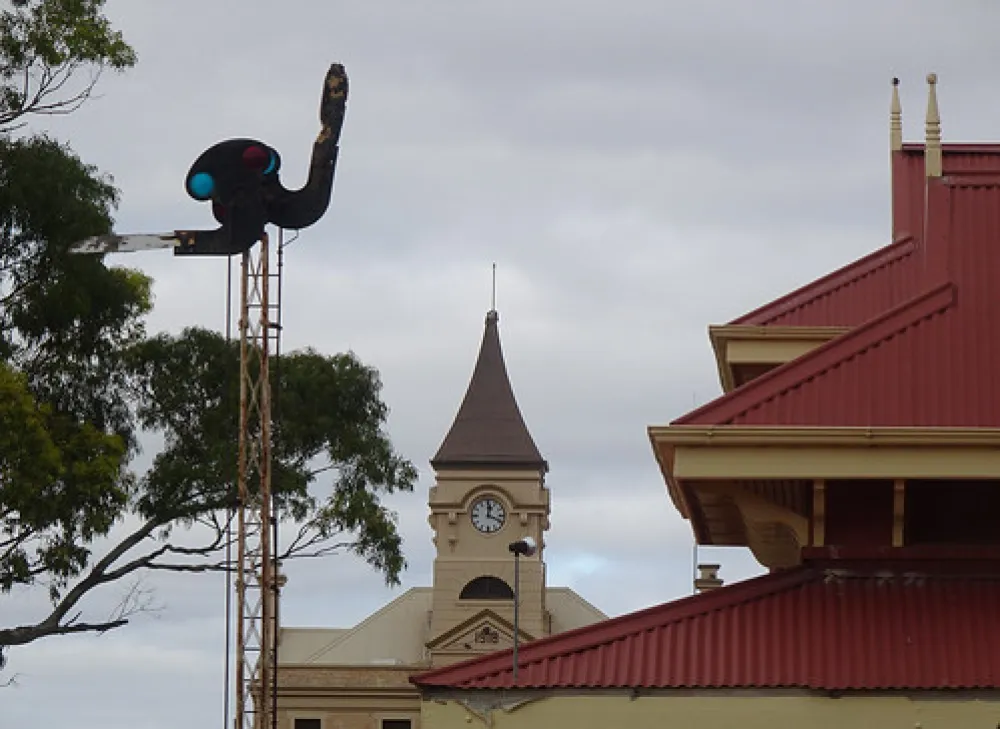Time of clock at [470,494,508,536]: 12:18
